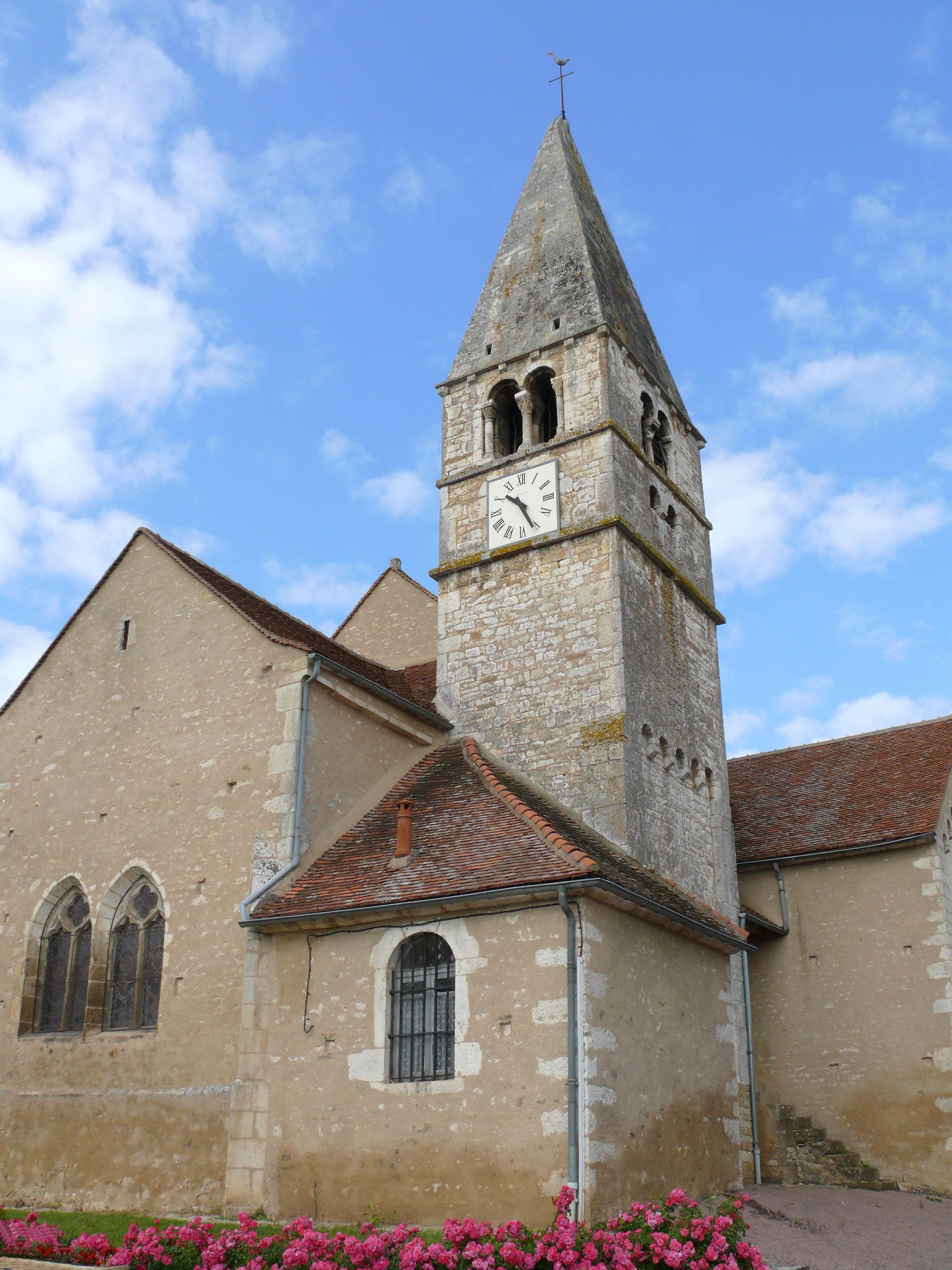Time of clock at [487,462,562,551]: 10:26
